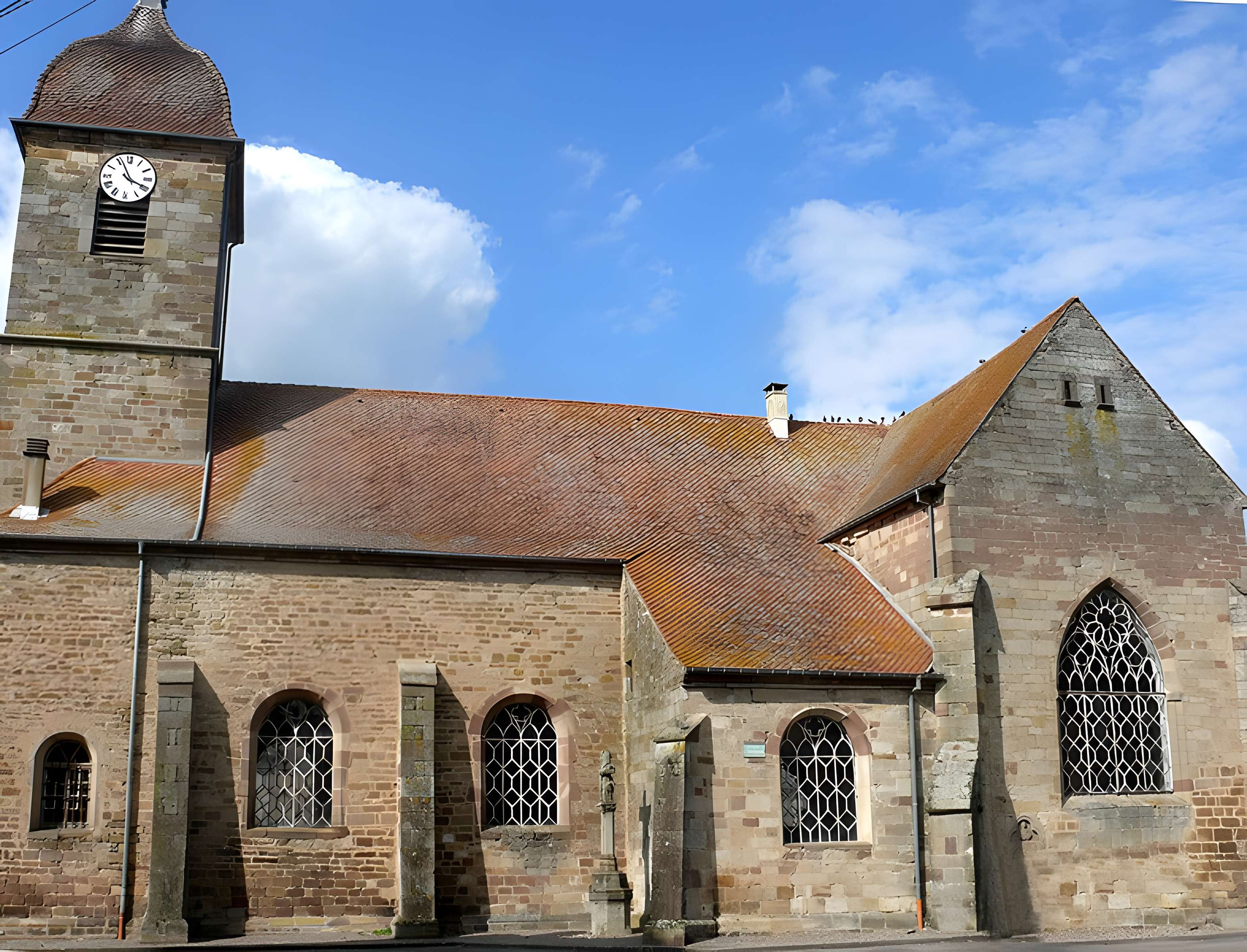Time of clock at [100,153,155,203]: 3:56
